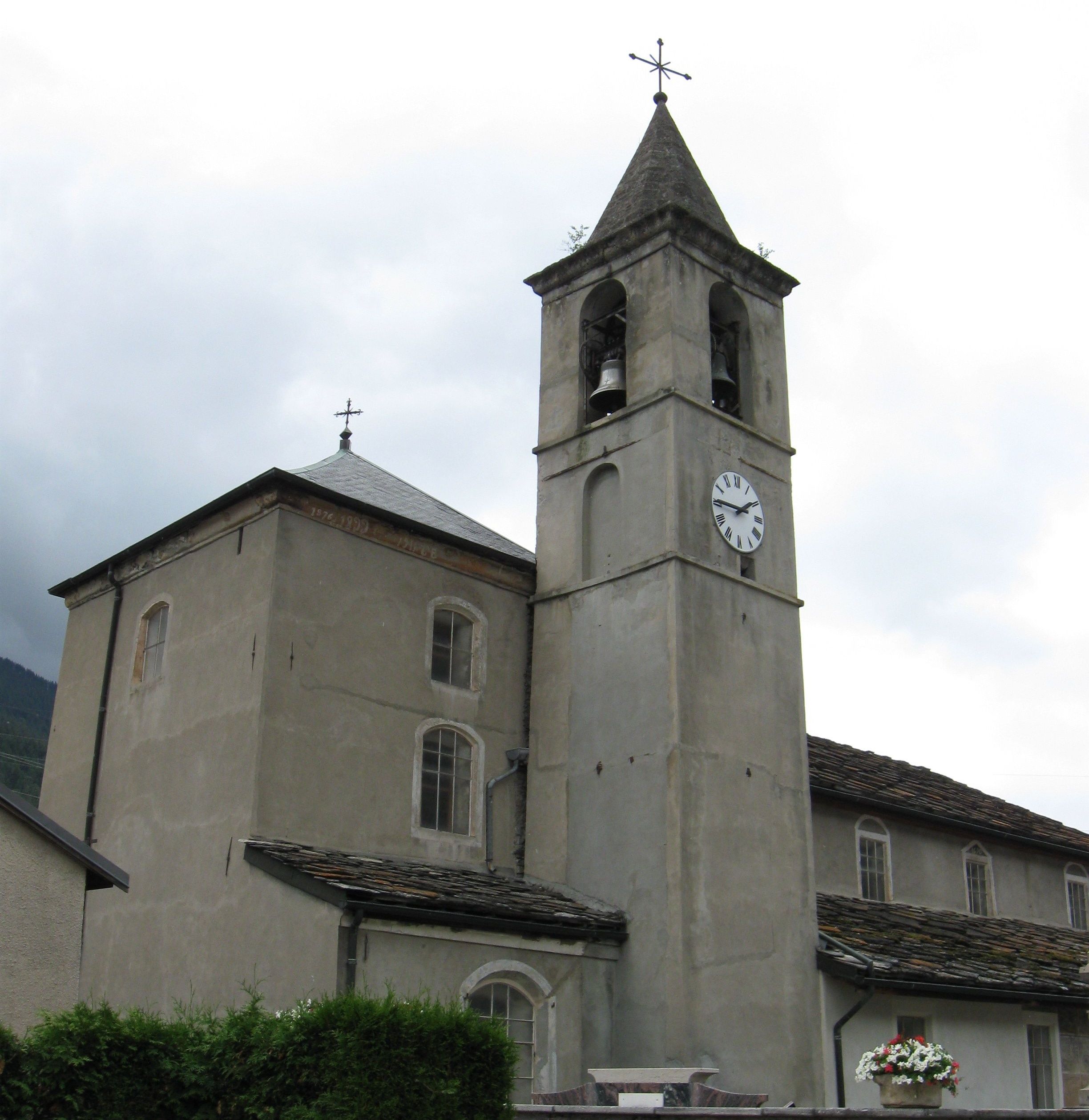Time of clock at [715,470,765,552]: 1:45
